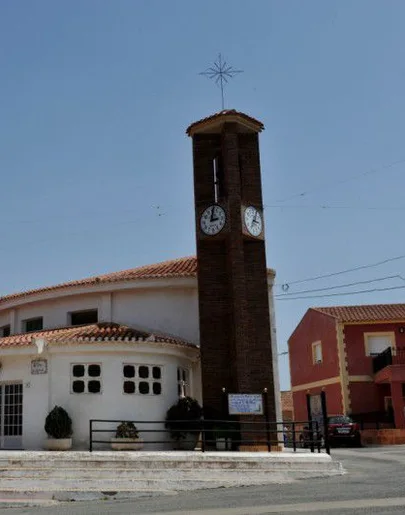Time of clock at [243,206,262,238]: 3:04
